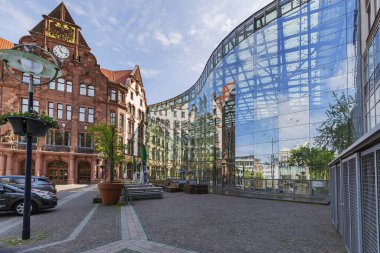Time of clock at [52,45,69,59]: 11:17
